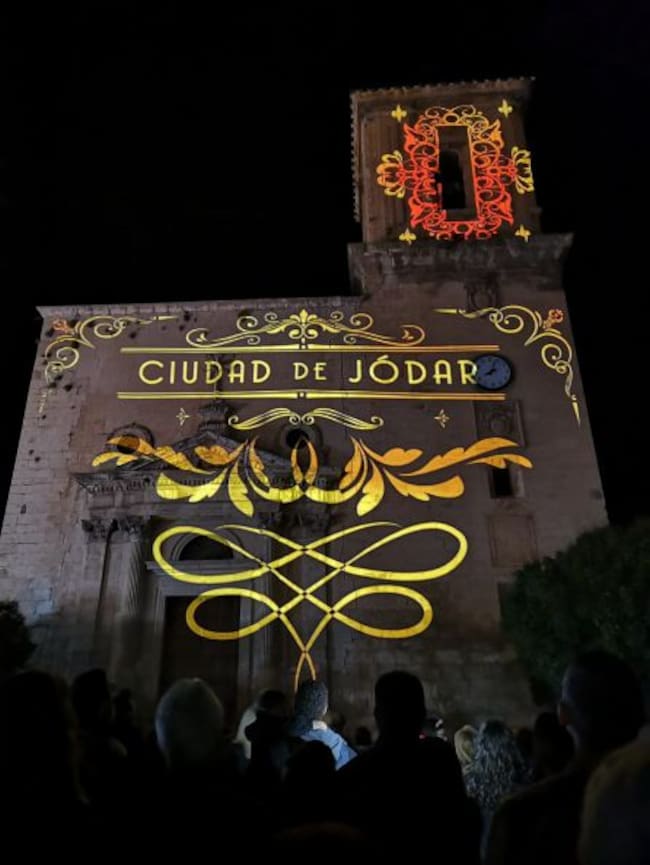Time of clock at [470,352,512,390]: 8:03
